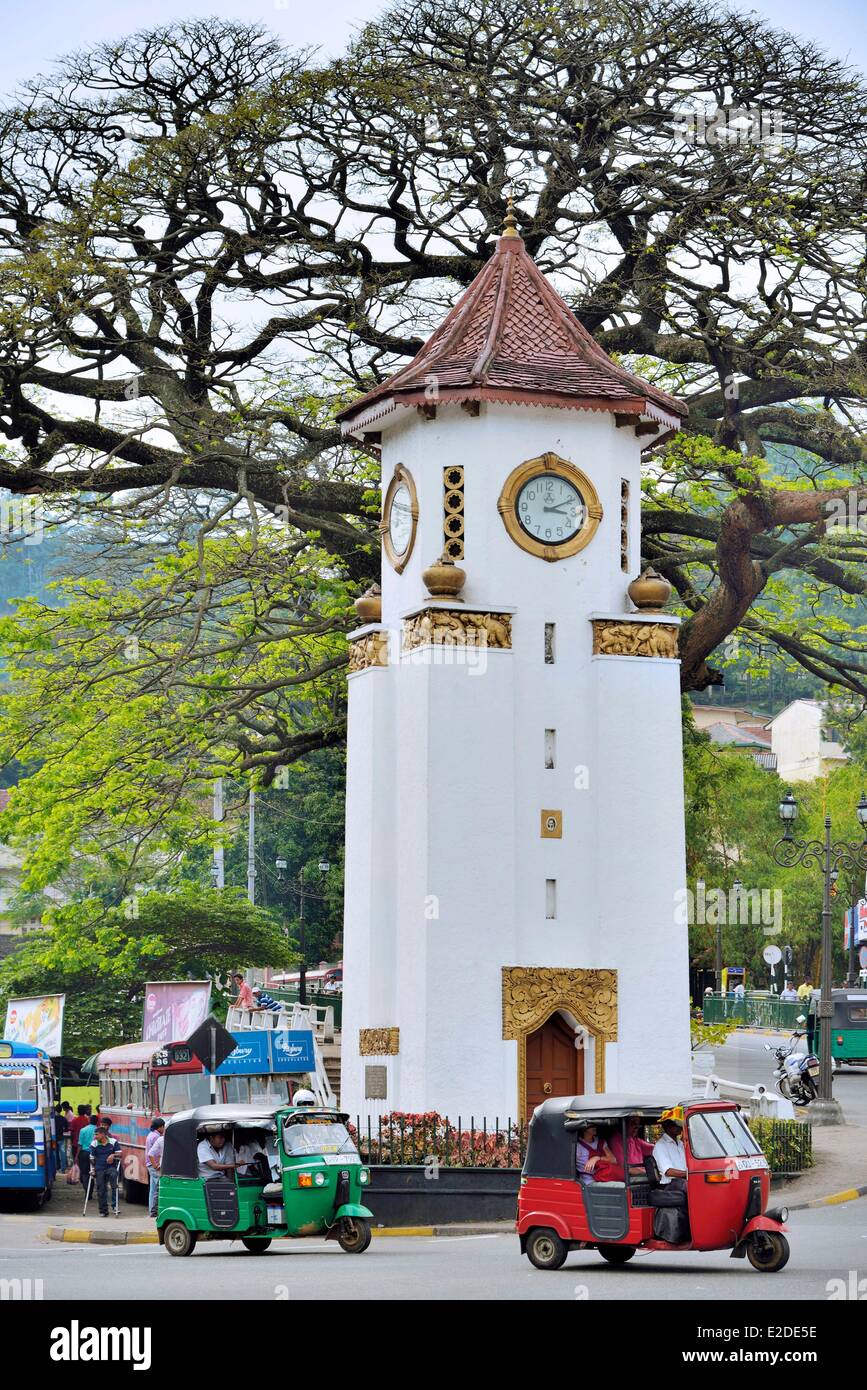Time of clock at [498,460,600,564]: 3:10
